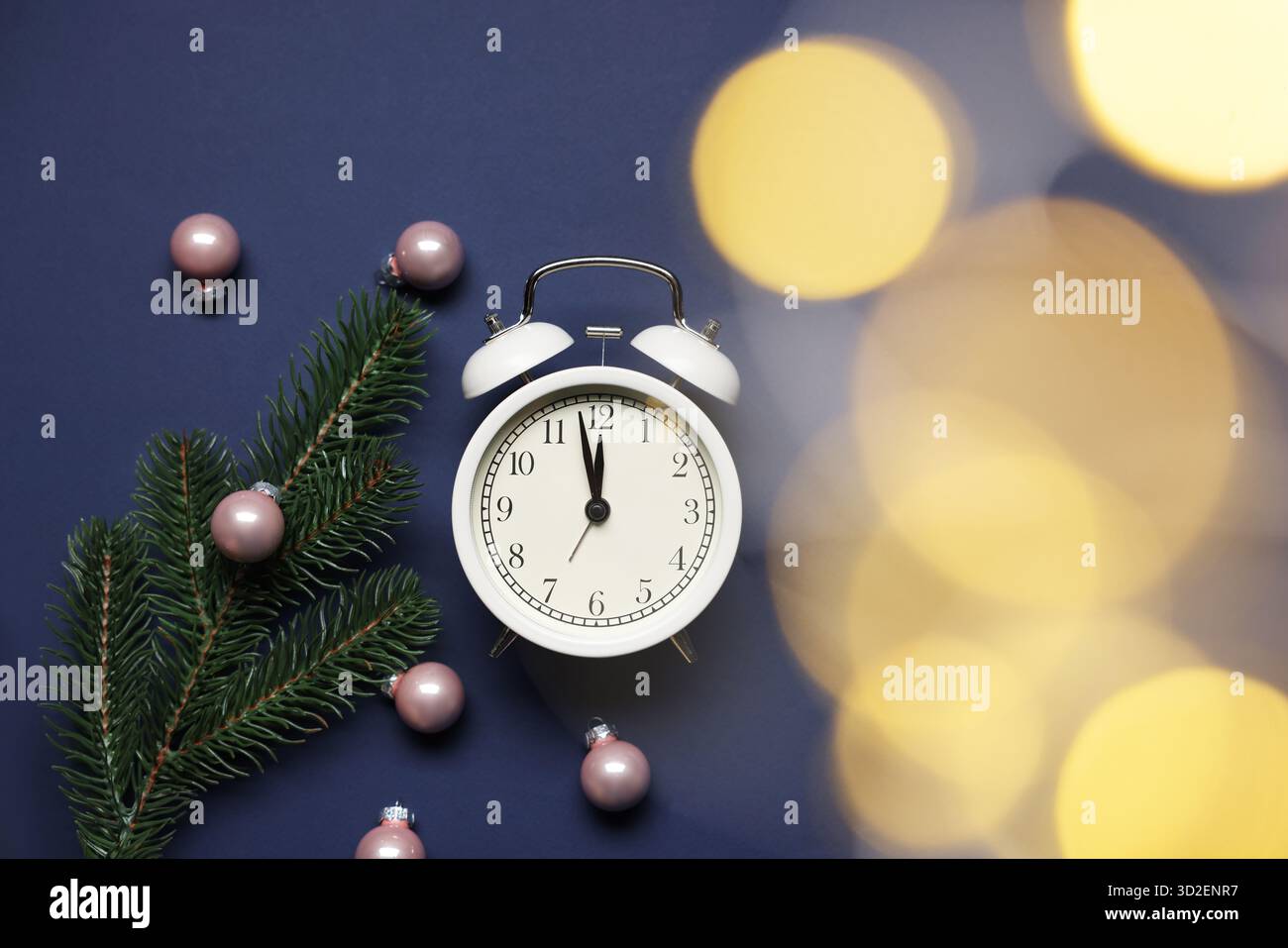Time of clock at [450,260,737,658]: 11:58
